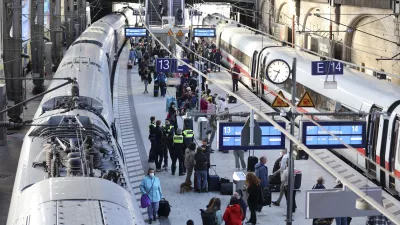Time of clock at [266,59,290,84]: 9:34
